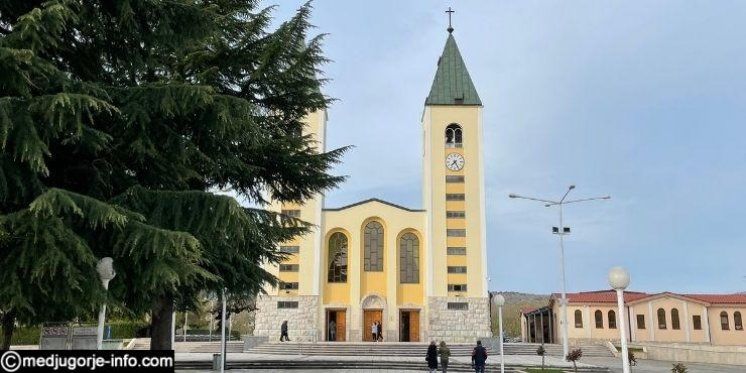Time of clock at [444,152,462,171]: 7:24
